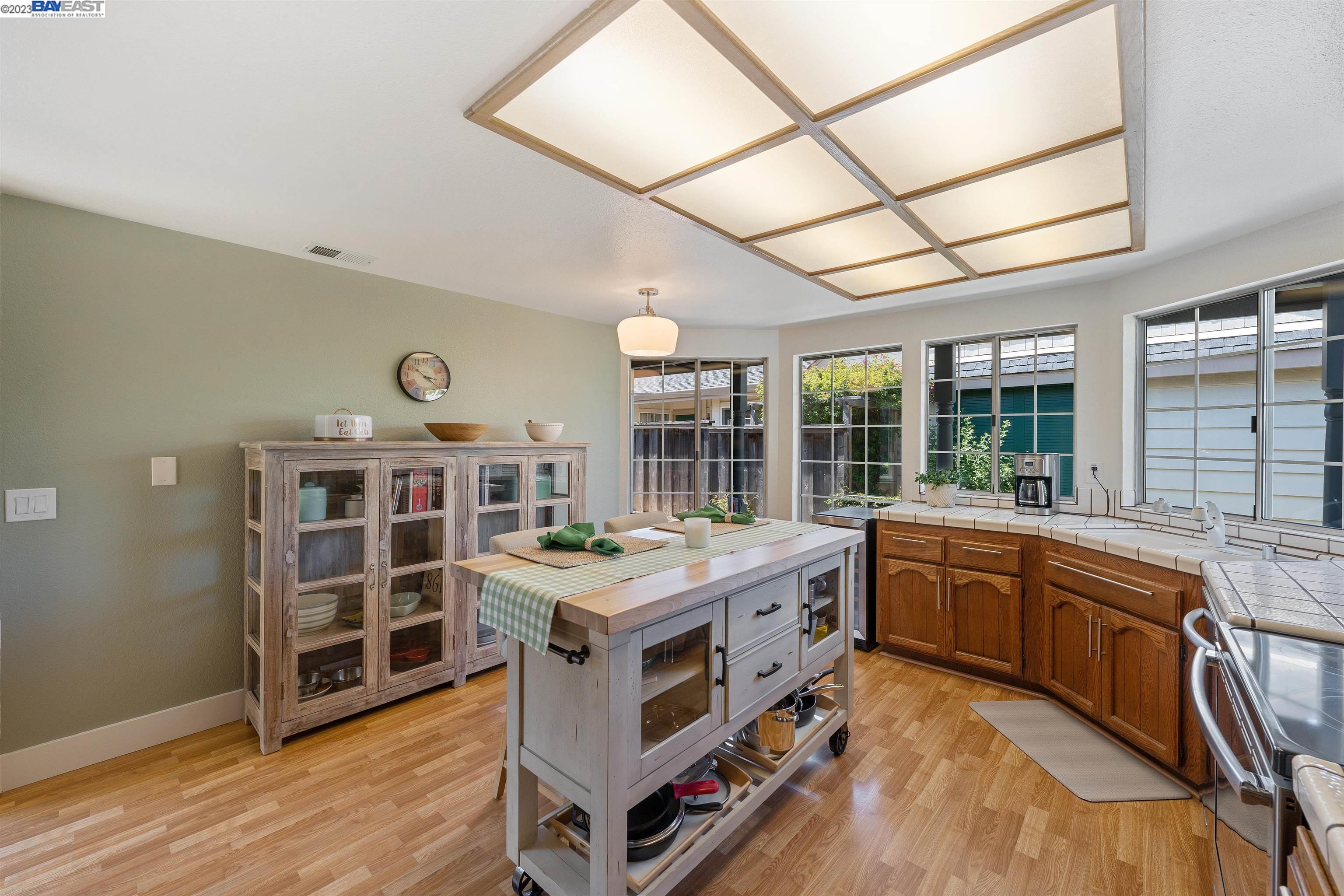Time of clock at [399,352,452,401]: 3:21
